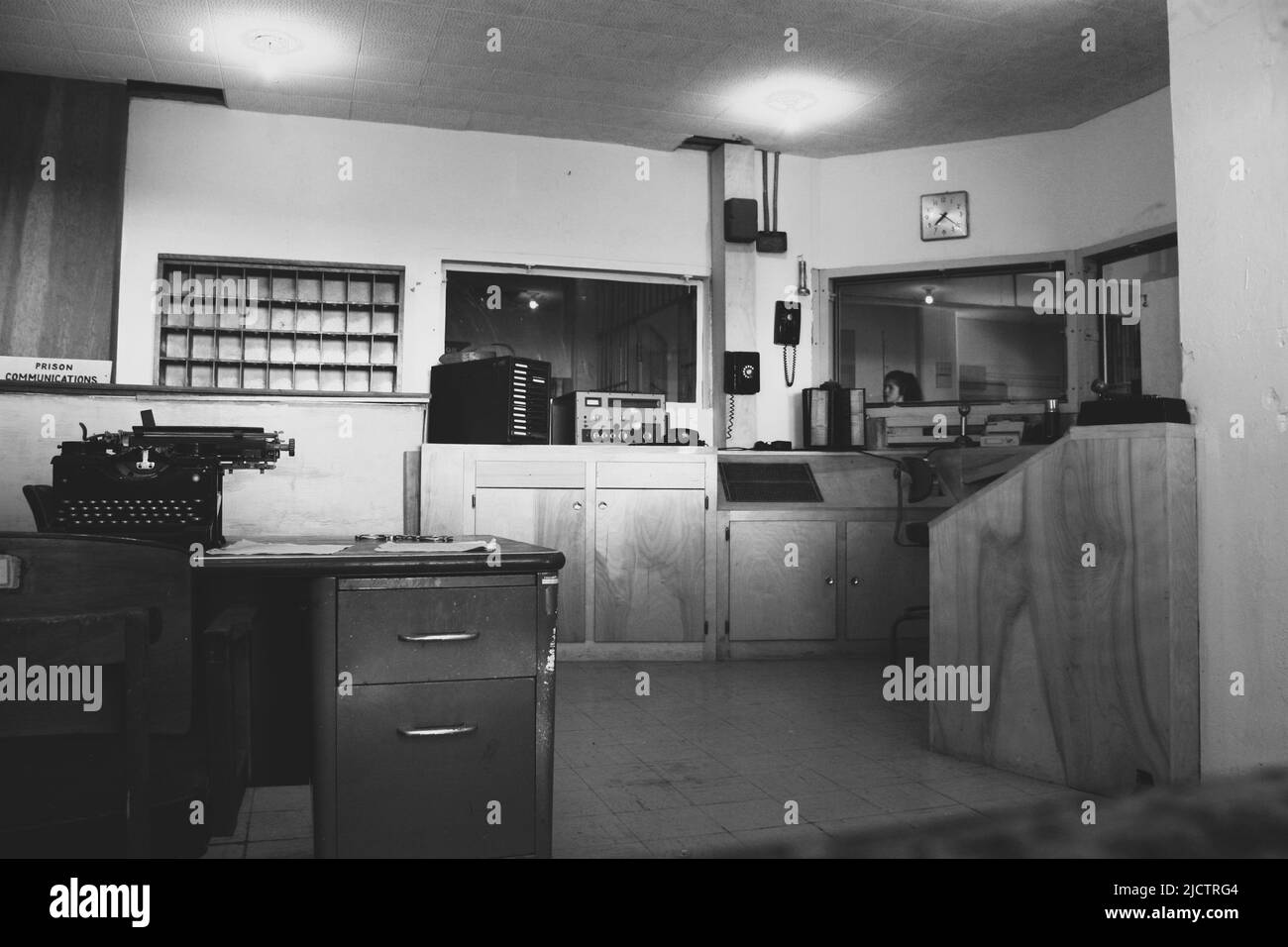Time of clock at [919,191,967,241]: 7:21
